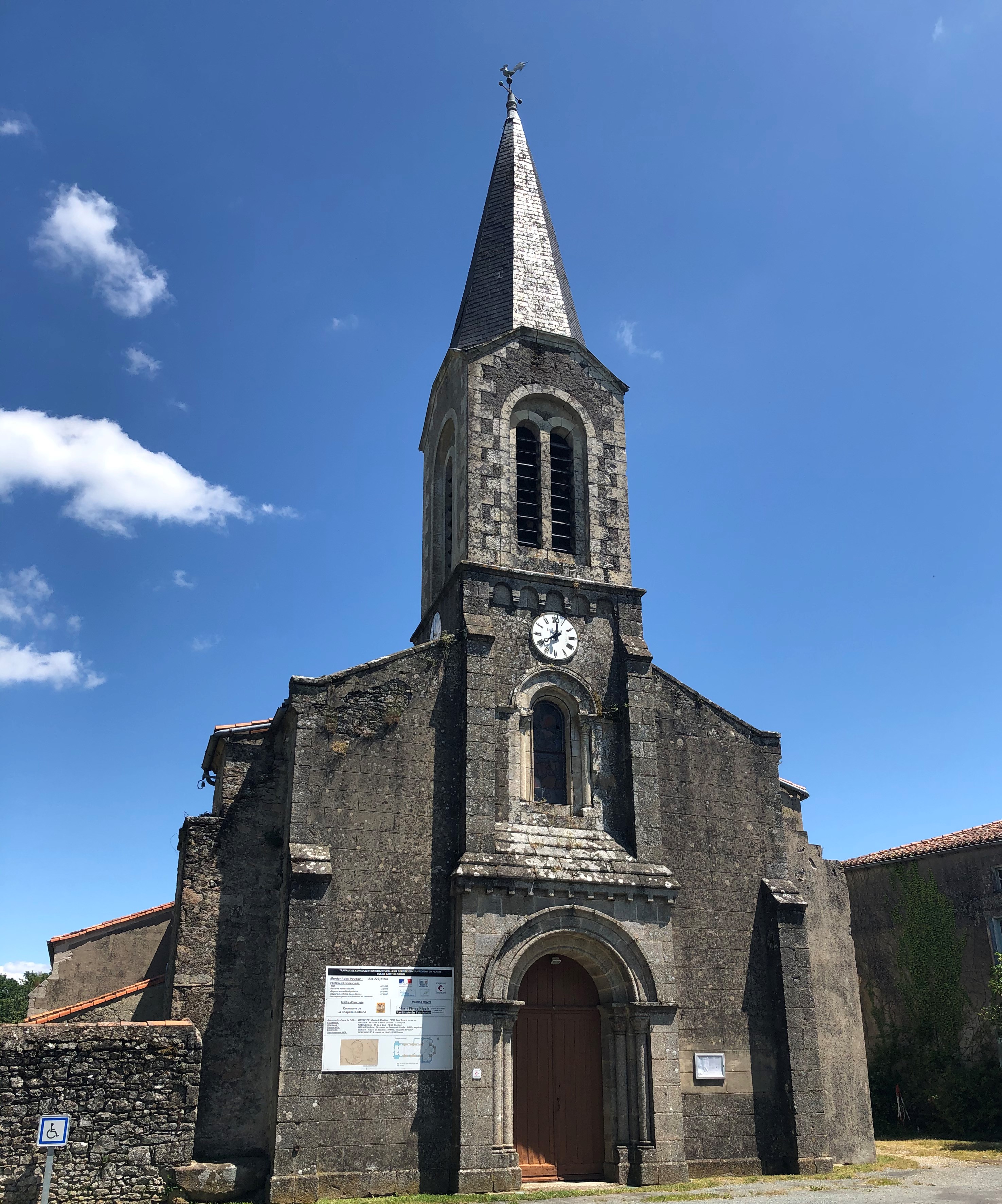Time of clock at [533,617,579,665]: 8:01
